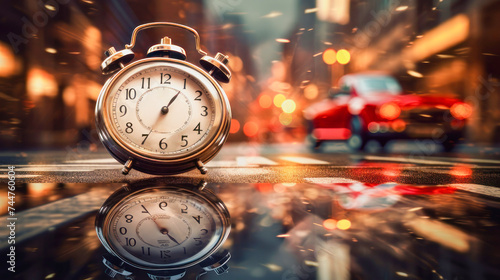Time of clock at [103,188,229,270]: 4:55
